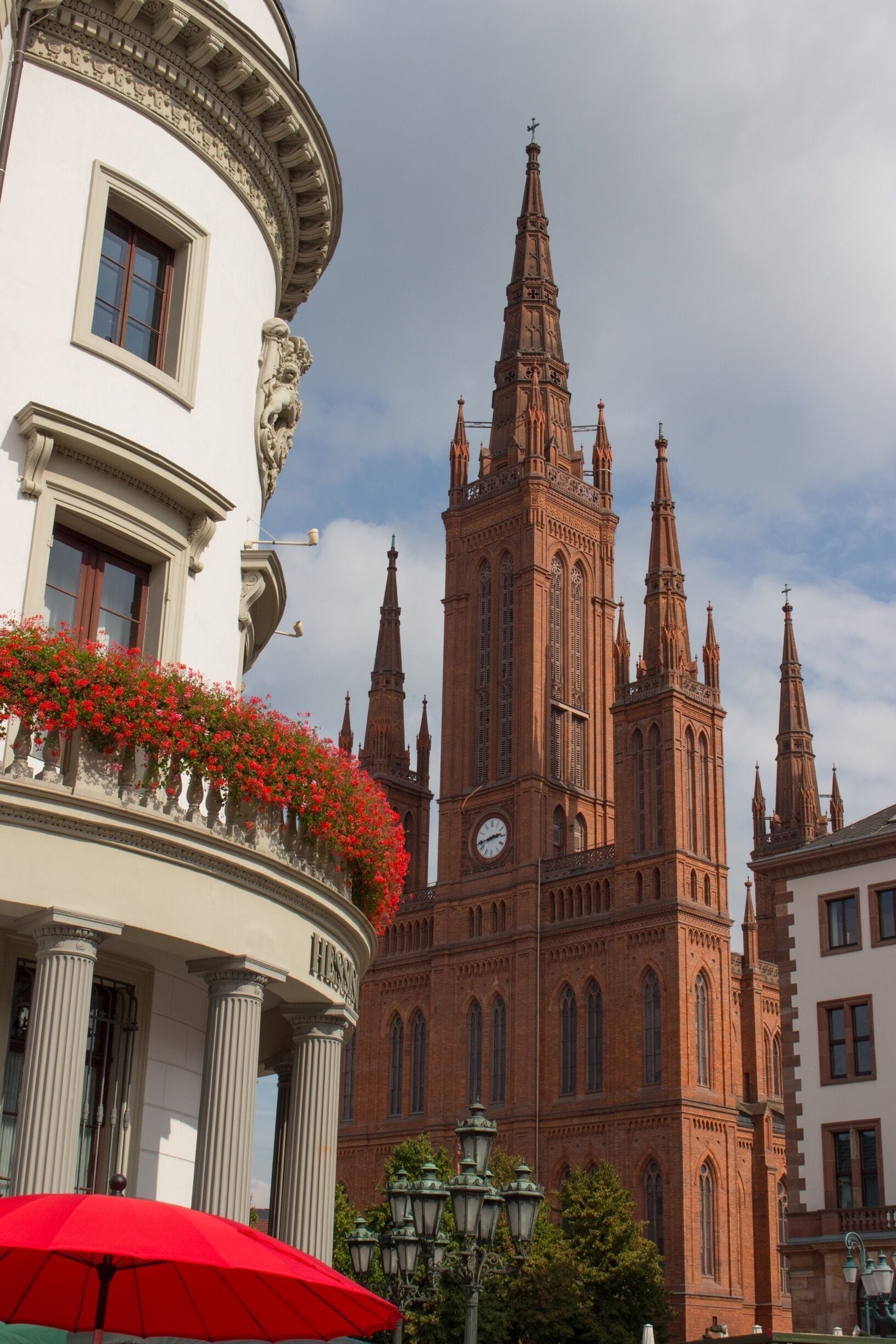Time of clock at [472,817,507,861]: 2:43
